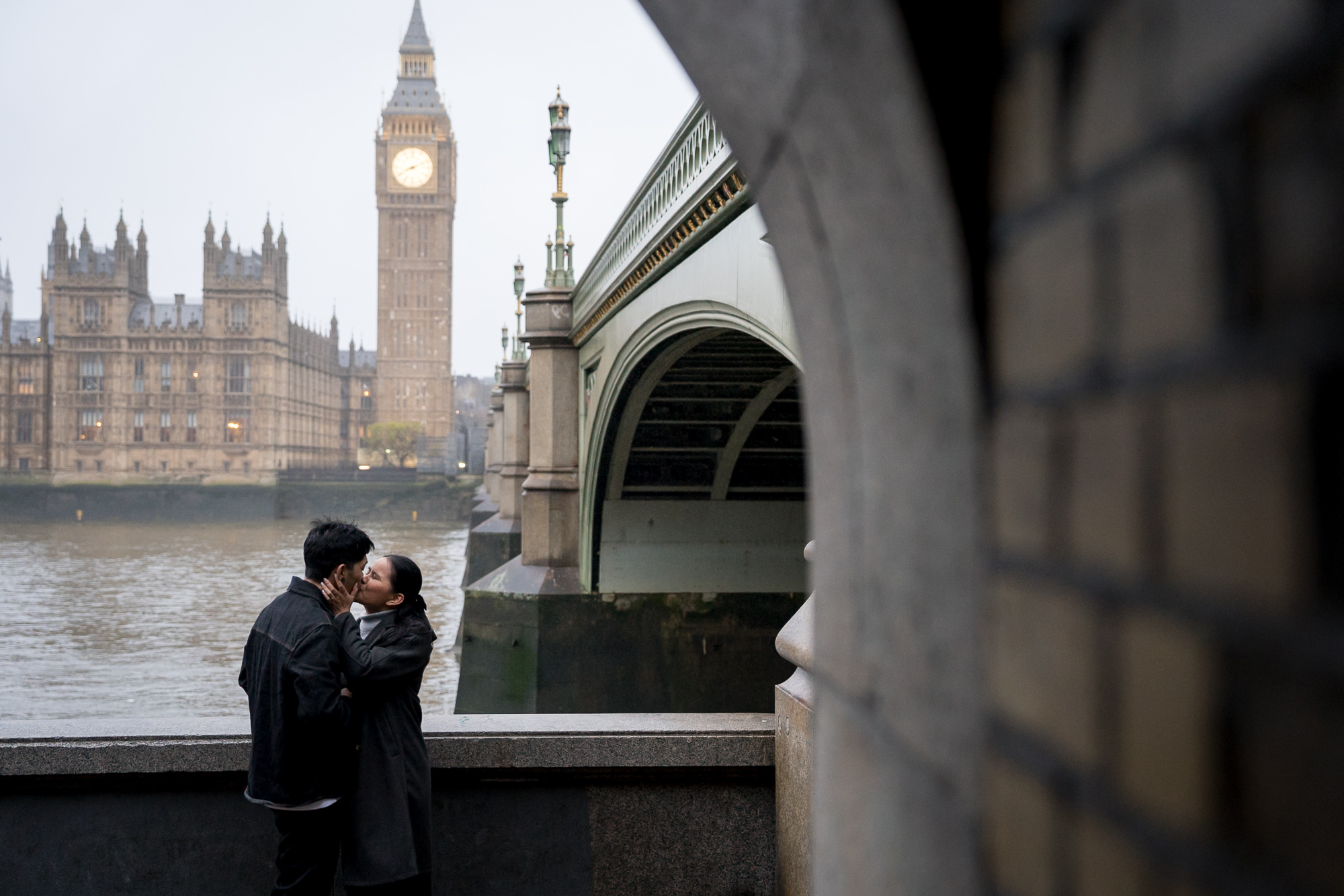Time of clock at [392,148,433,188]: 8:11
